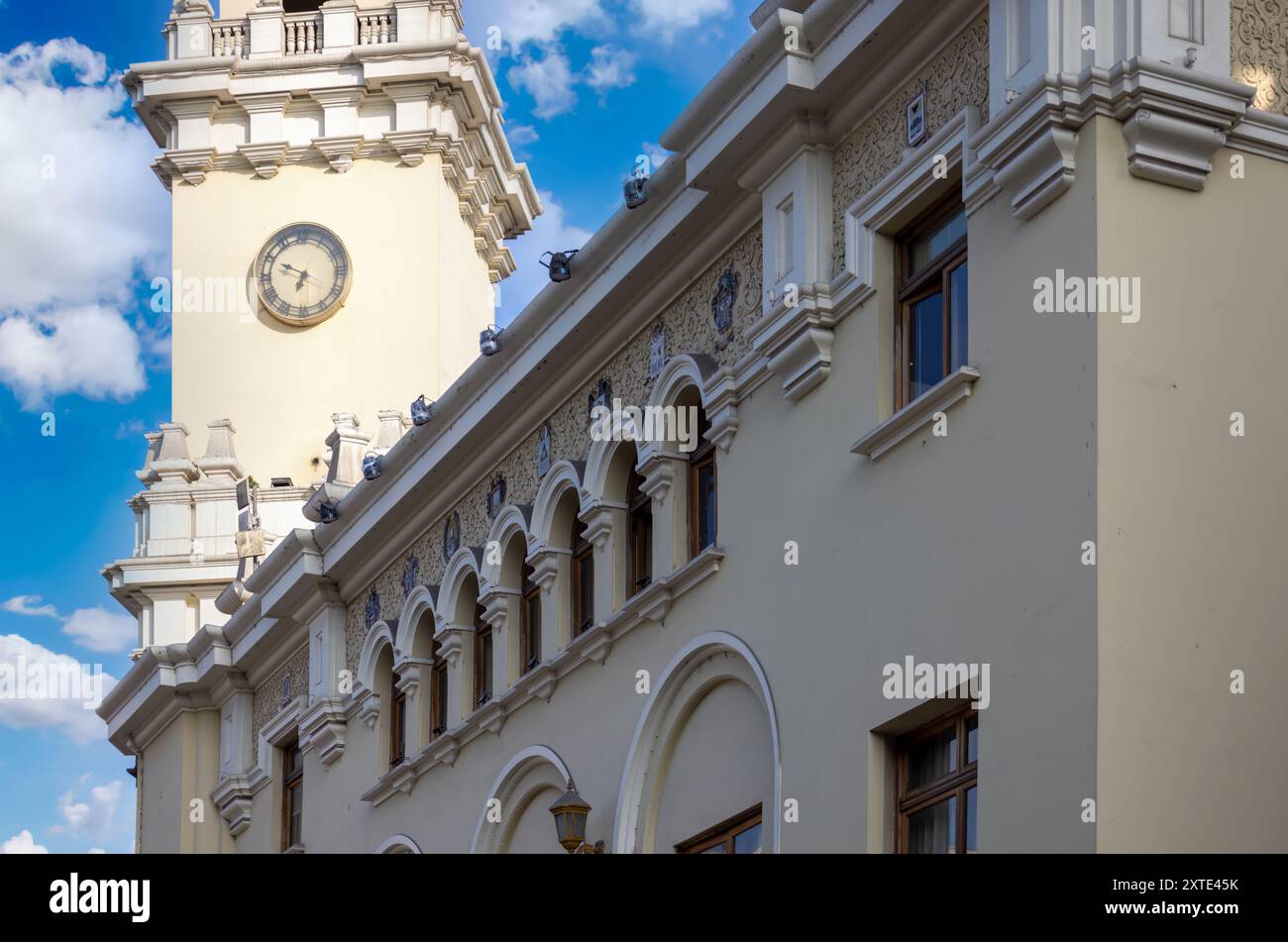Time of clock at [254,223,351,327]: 6:48
